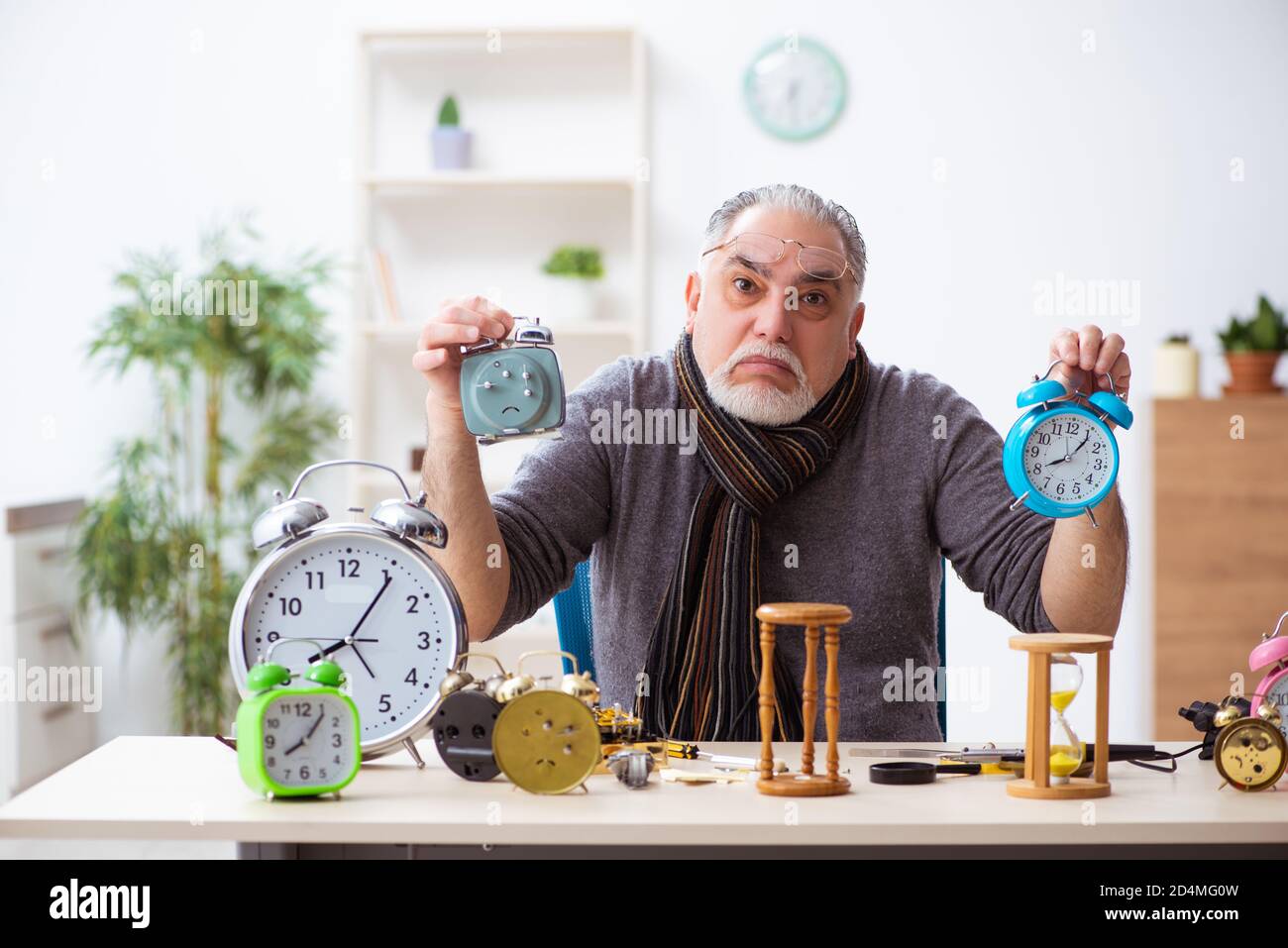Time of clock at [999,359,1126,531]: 8:06
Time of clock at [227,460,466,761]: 8:05
